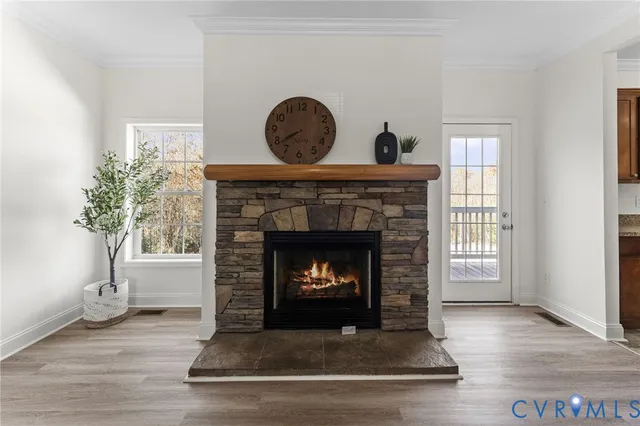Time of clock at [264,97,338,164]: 7:39
